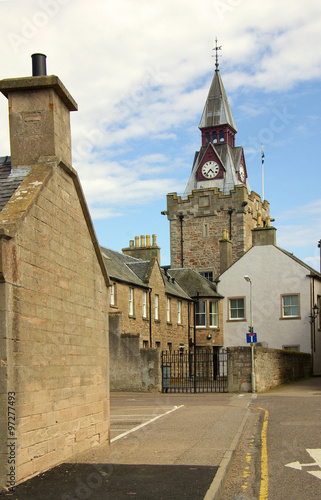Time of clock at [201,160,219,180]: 4:37
